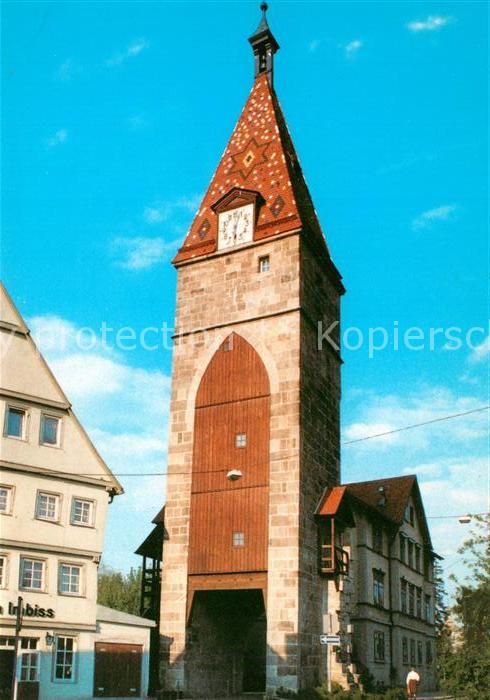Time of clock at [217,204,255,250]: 6:03
